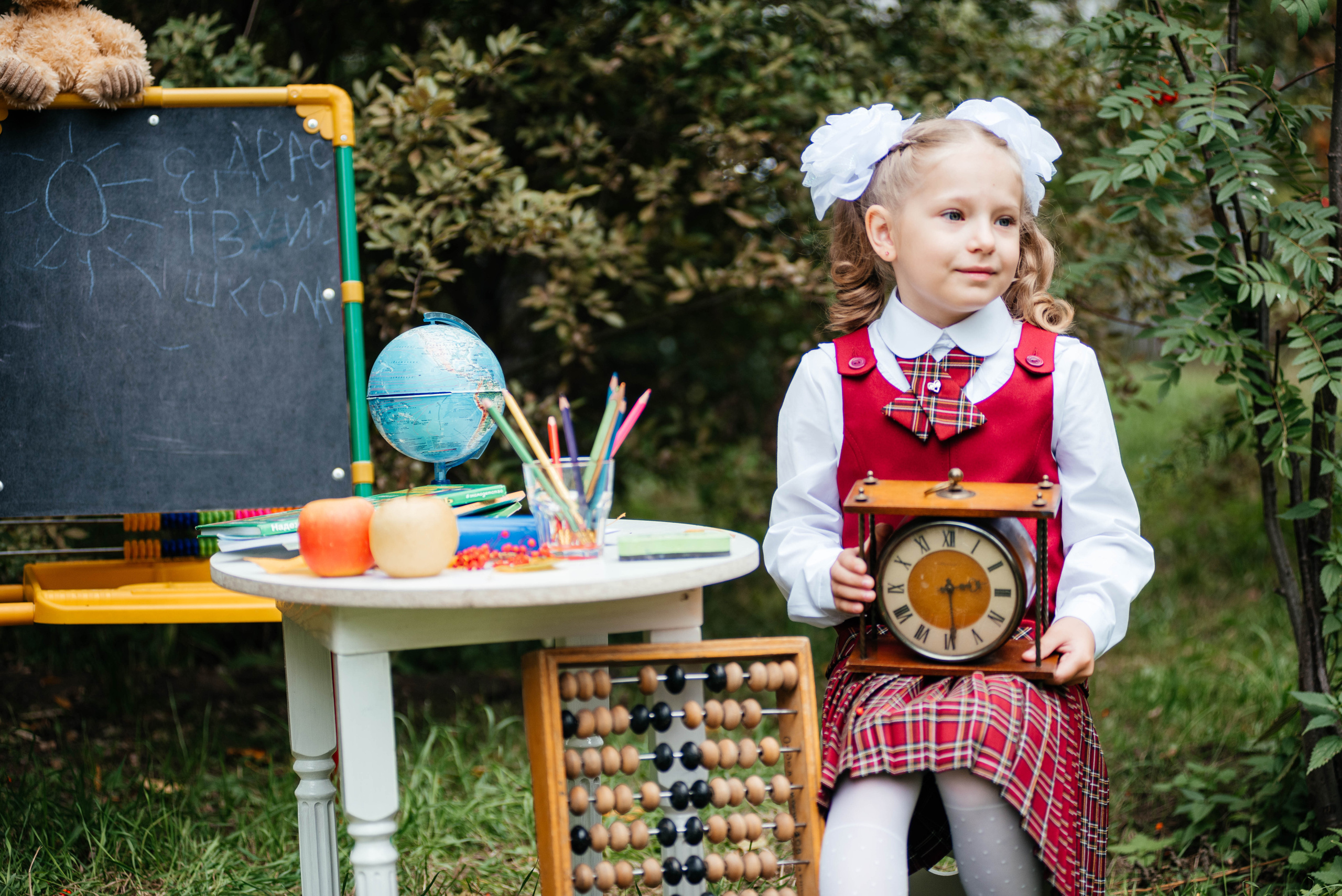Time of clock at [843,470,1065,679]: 2:29
